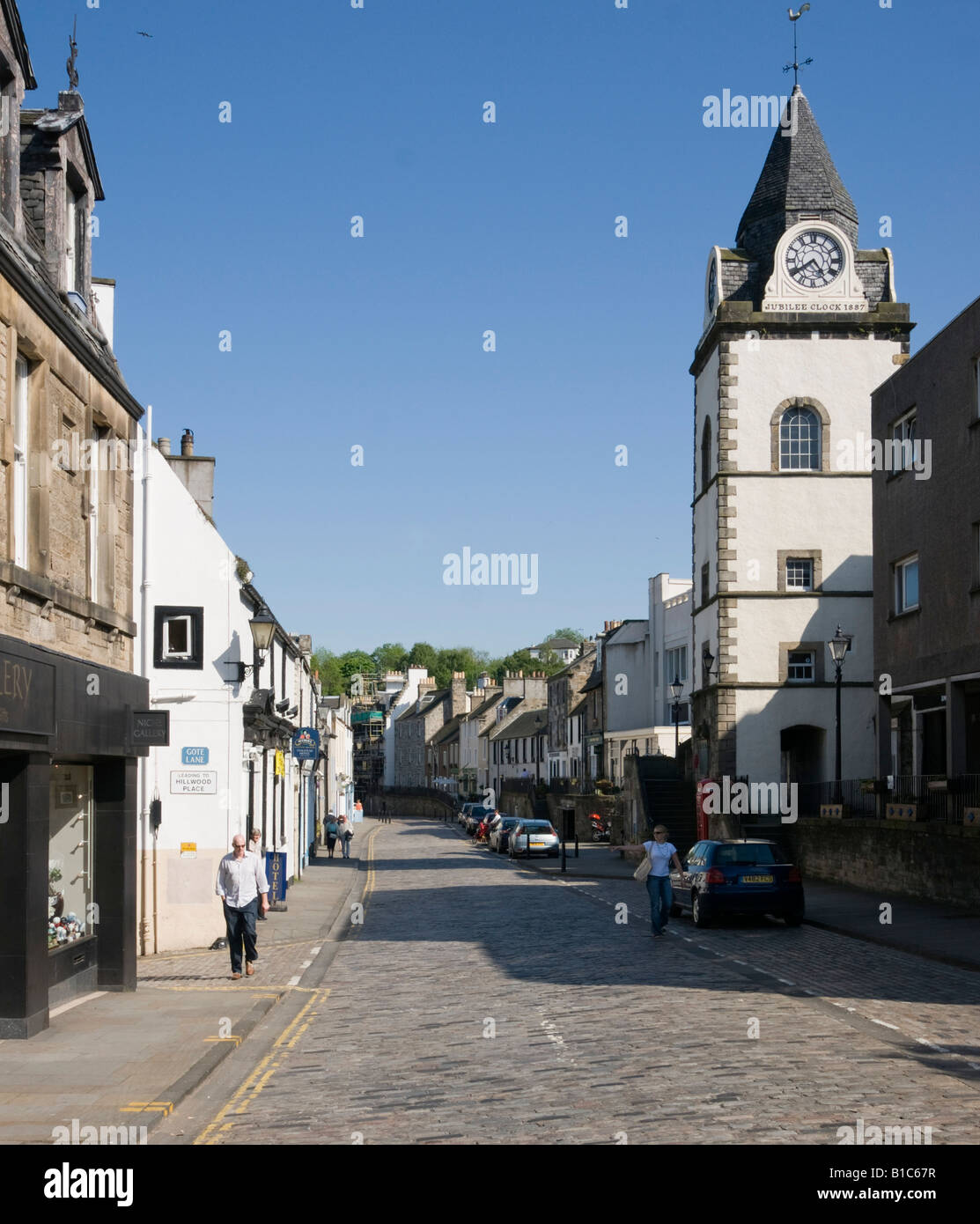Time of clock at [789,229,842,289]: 4:39
